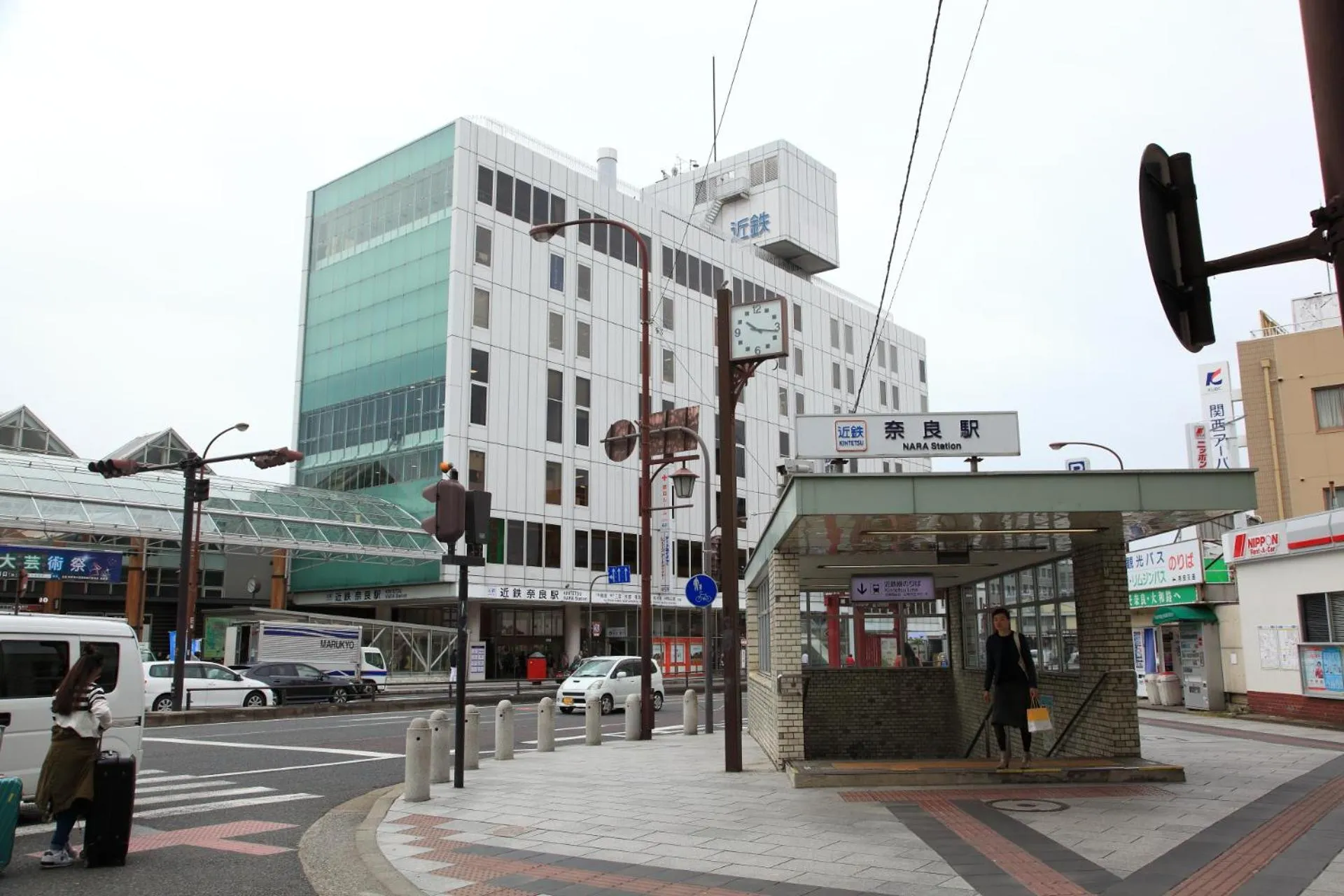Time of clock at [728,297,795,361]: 10:17
